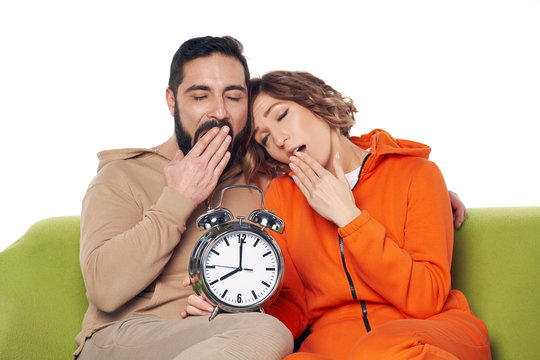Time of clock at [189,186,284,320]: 8:00
